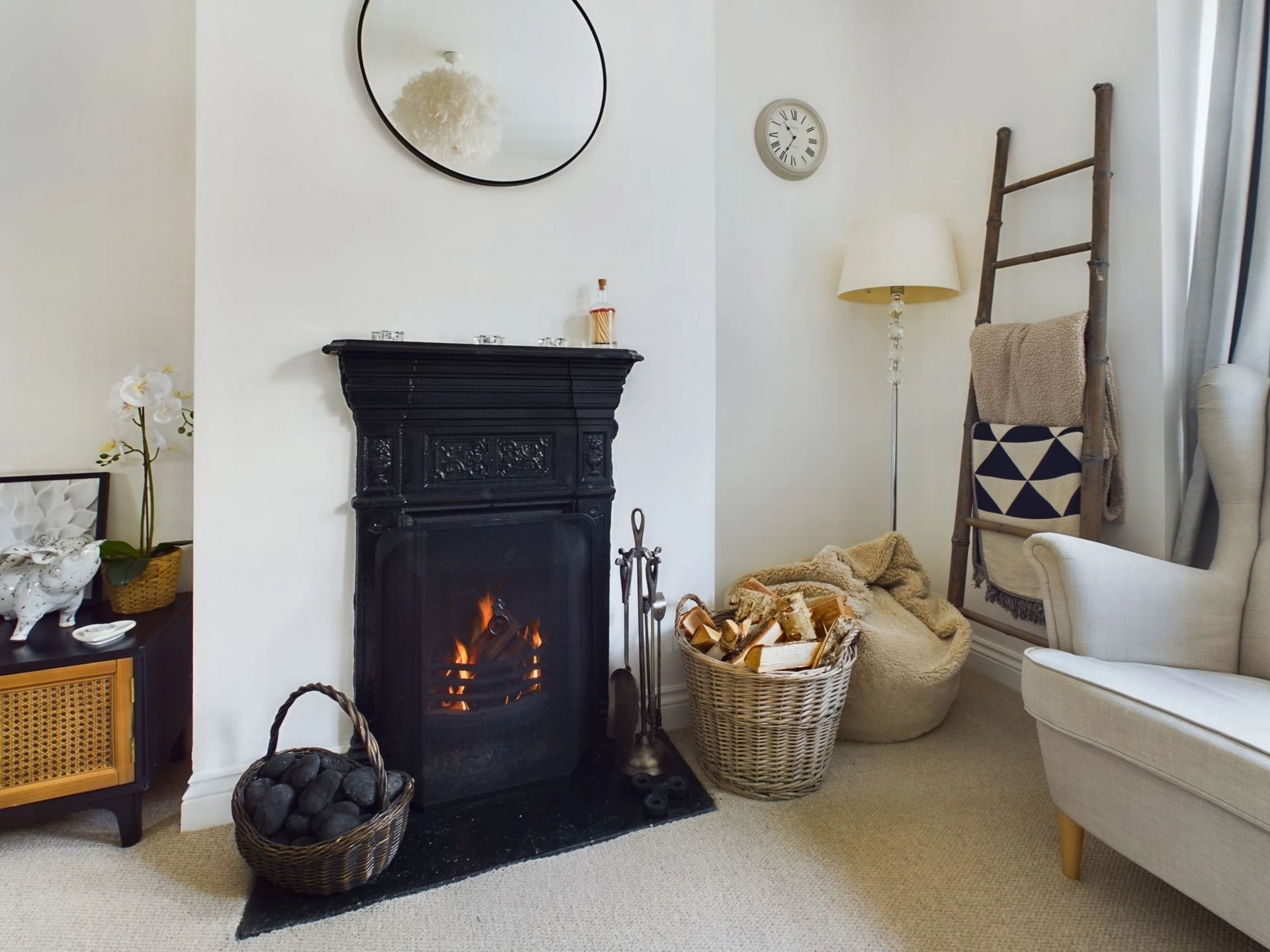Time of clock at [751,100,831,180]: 10:35
